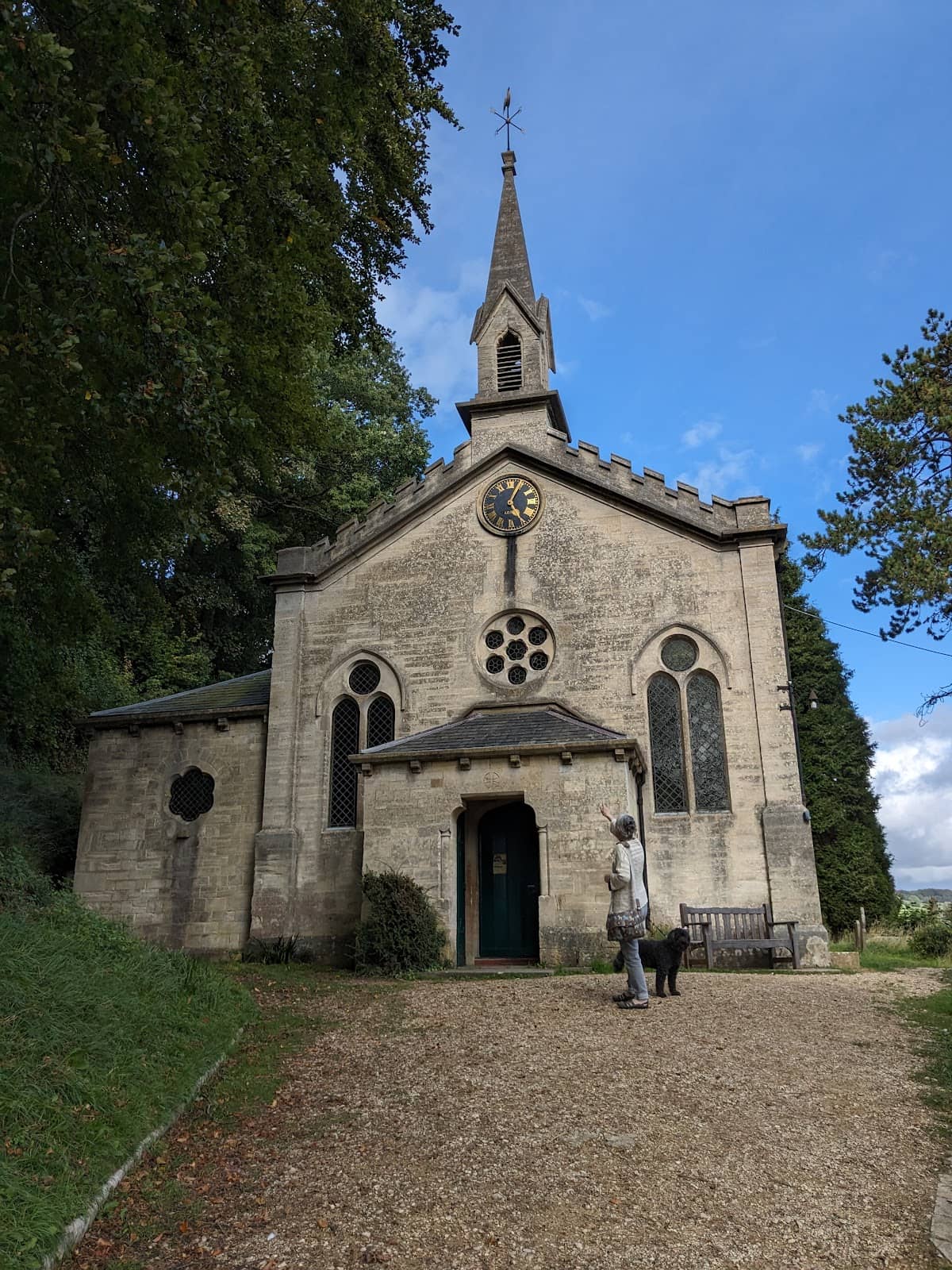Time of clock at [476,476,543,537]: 5:03
